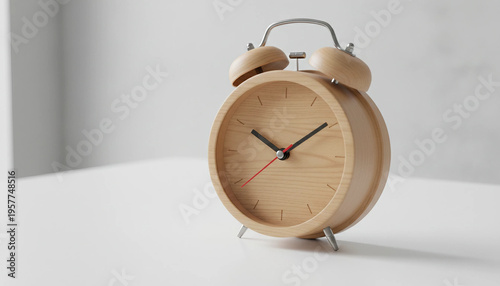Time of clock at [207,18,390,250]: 10:09
